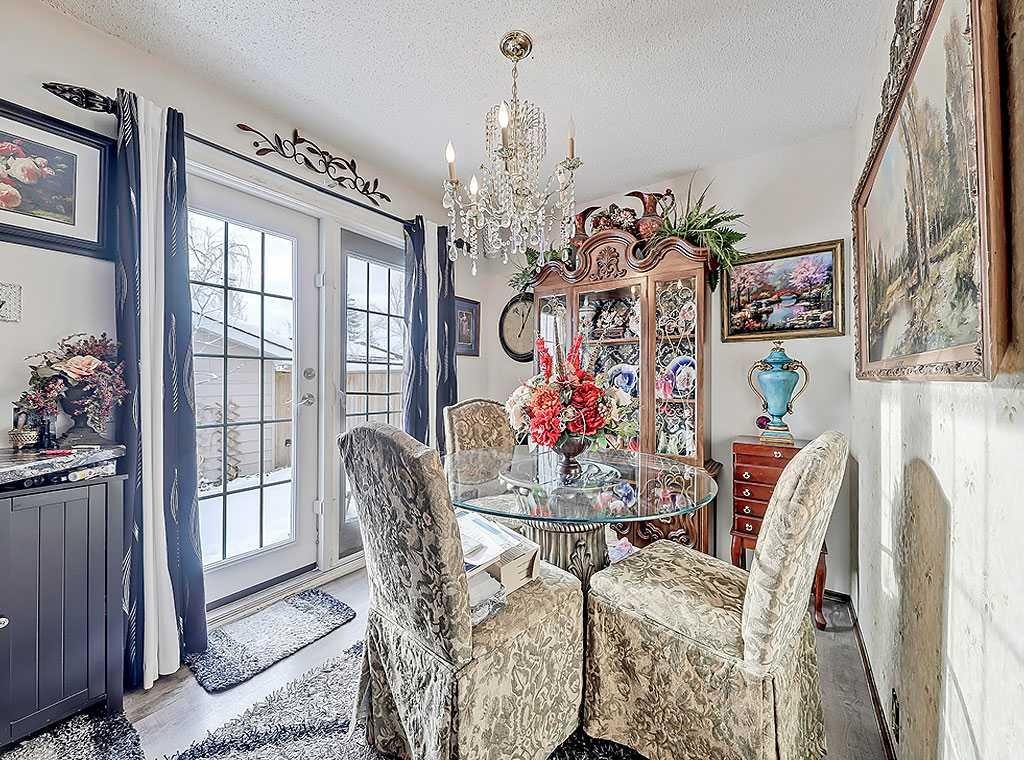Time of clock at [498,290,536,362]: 12:04
